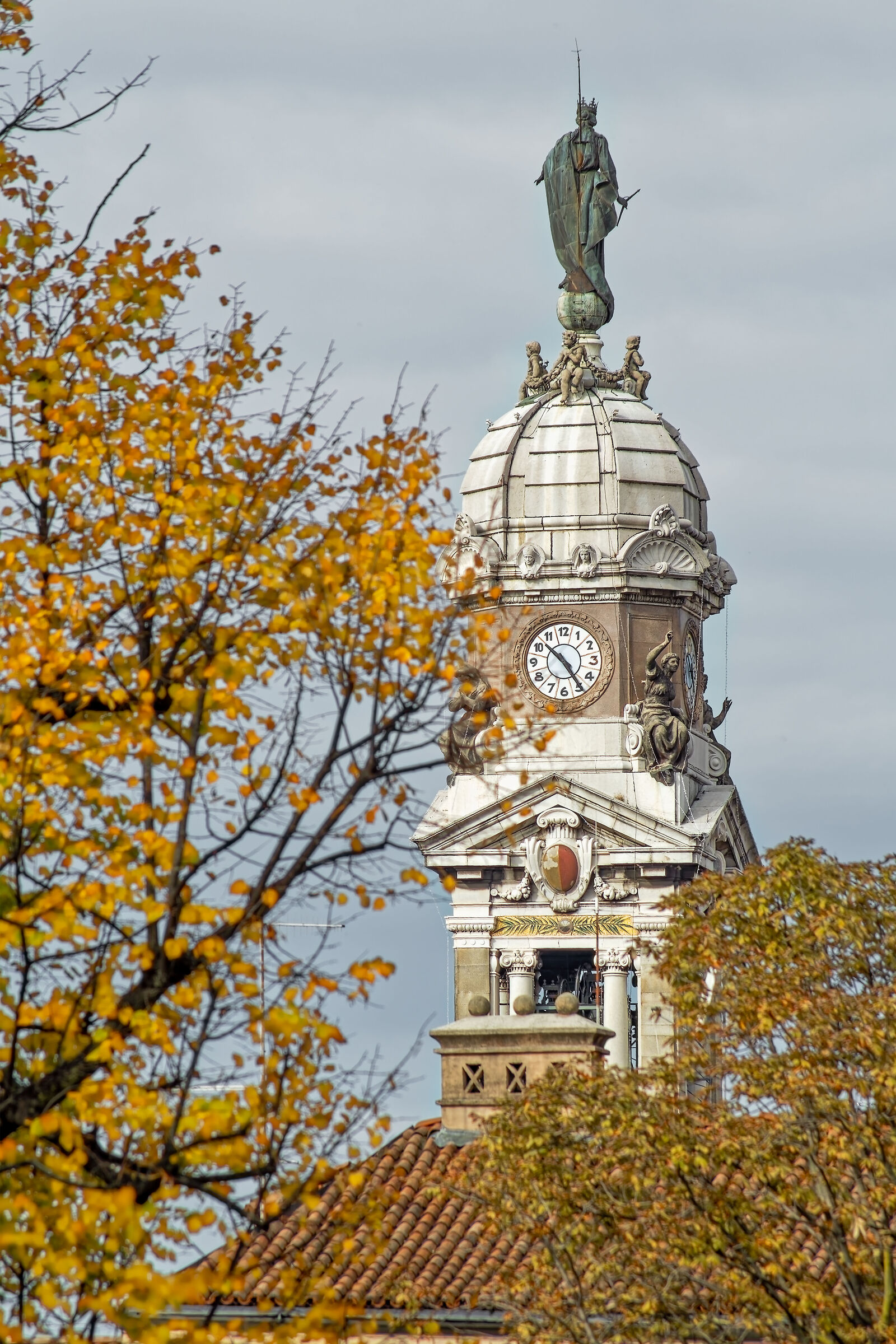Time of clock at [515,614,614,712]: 10:24
